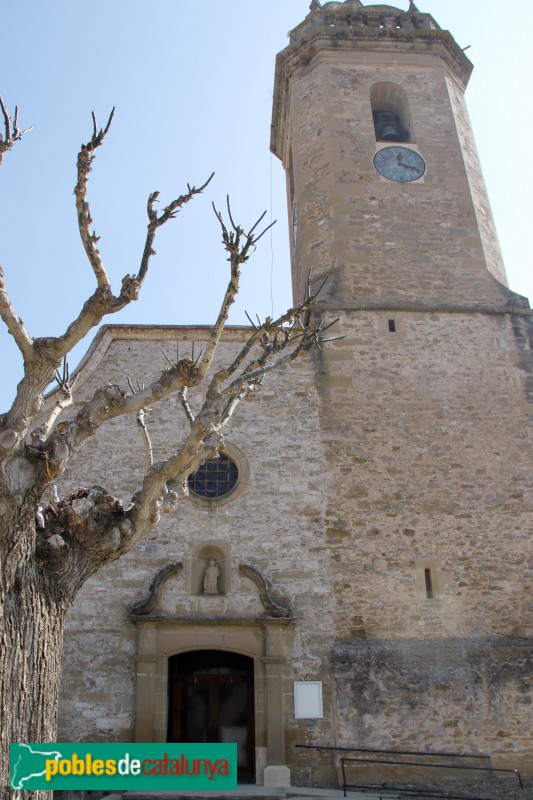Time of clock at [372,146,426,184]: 12:18
